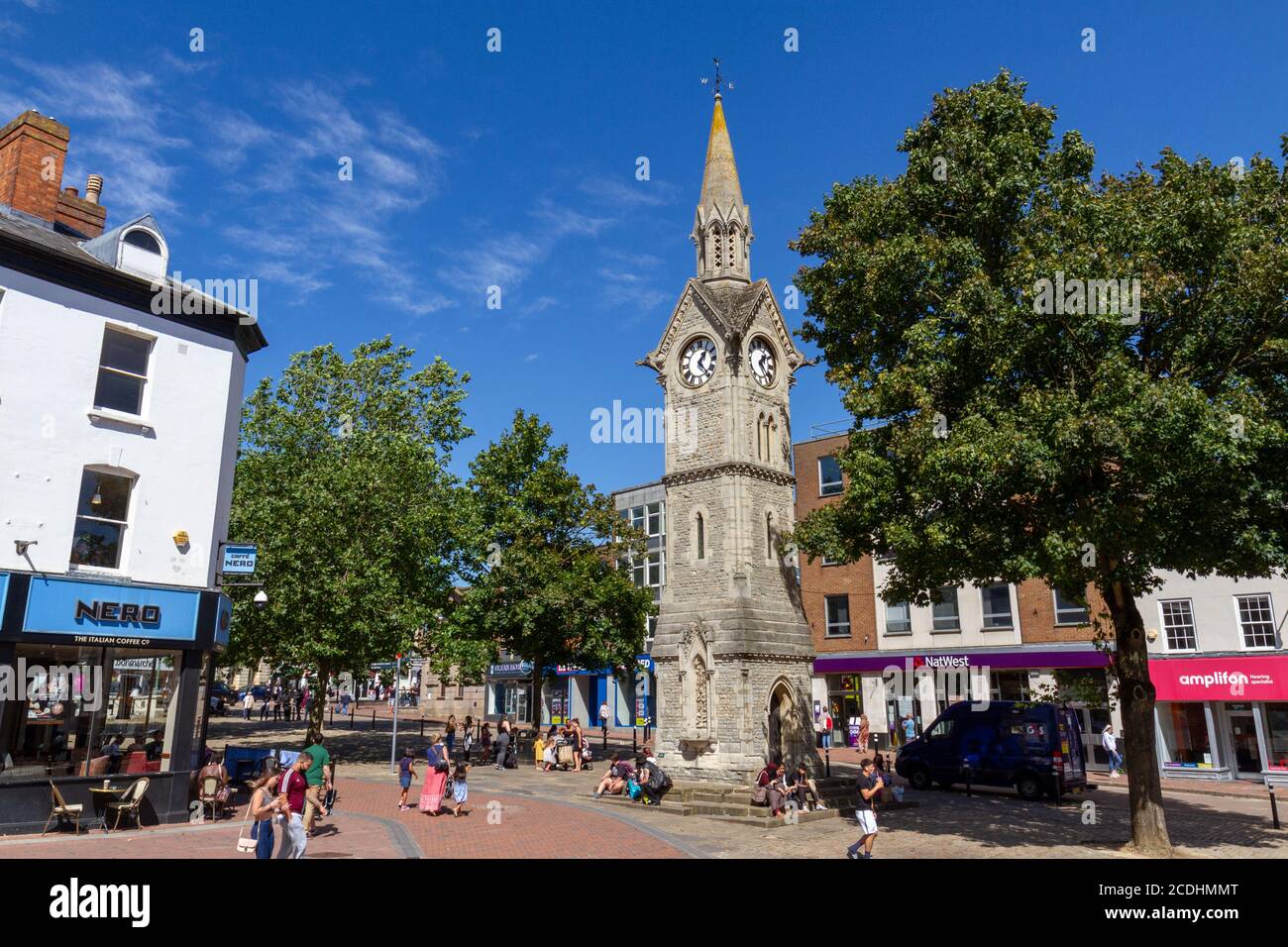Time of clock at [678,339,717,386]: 1:23
